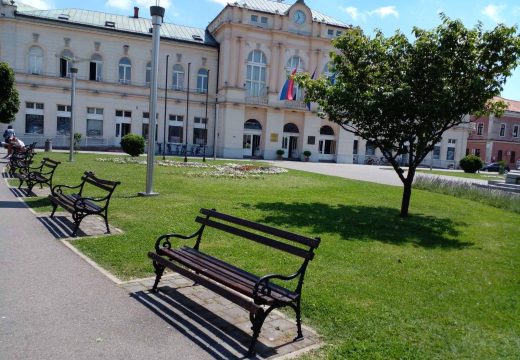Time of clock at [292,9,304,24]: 11:35
